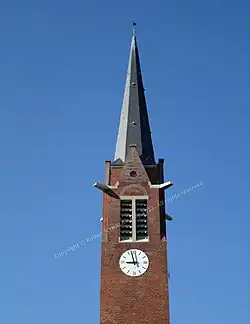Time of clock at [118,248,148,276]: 8:57
